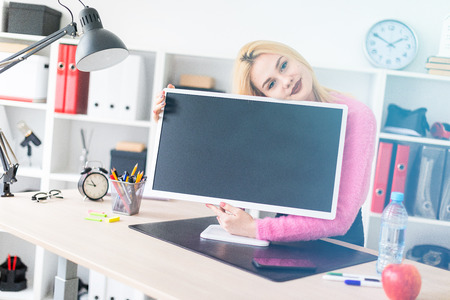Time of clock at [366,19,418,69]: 1:50
